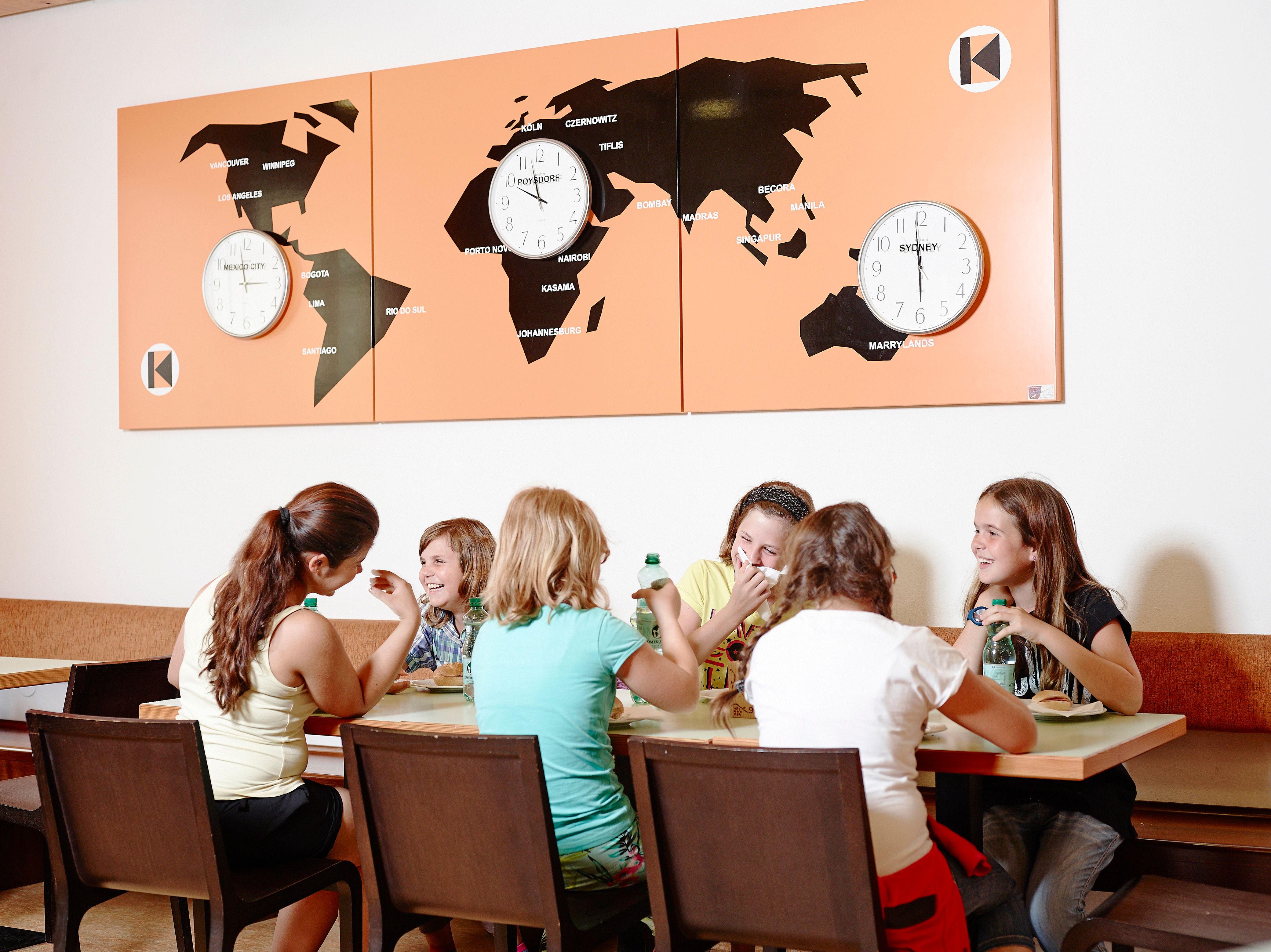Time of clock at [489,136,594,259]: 9:57
